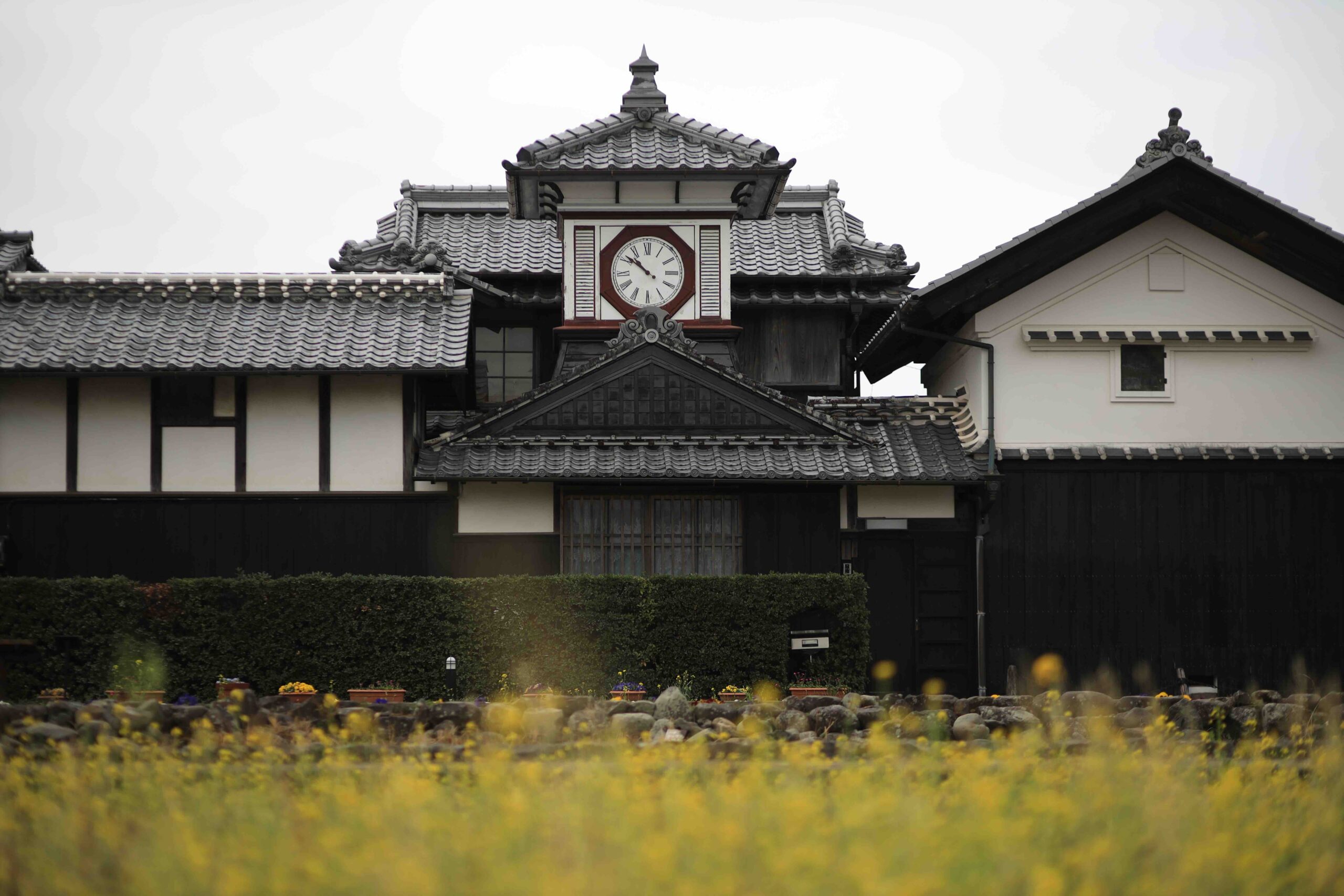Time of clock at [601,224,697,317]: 10:51
